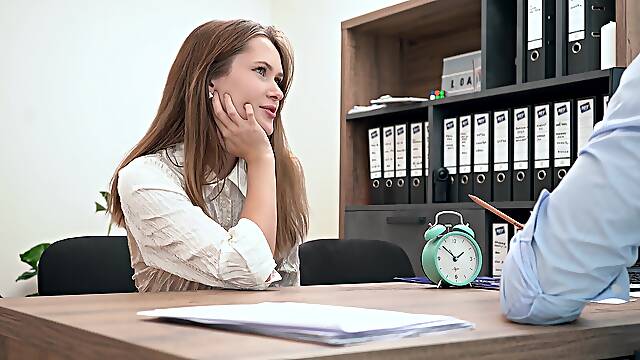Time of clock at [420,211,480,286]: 1:52
